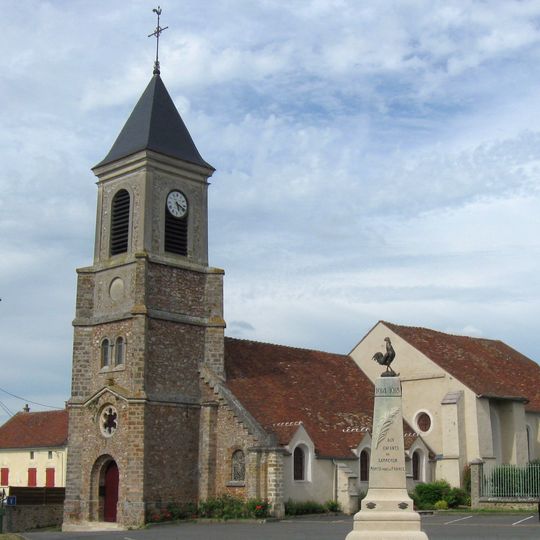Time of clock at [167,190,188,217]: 5:18
